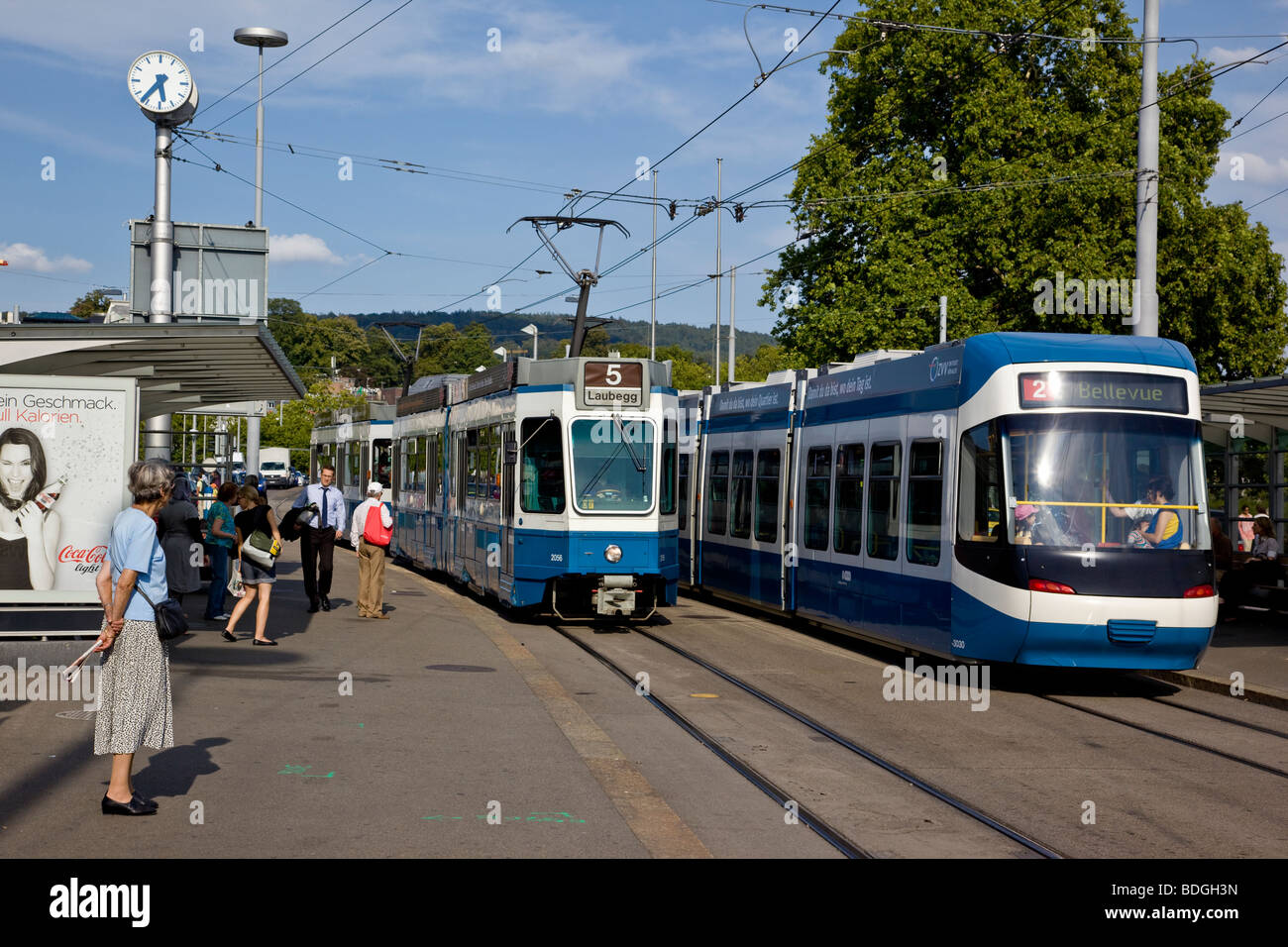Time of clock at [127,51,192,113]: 5:36
